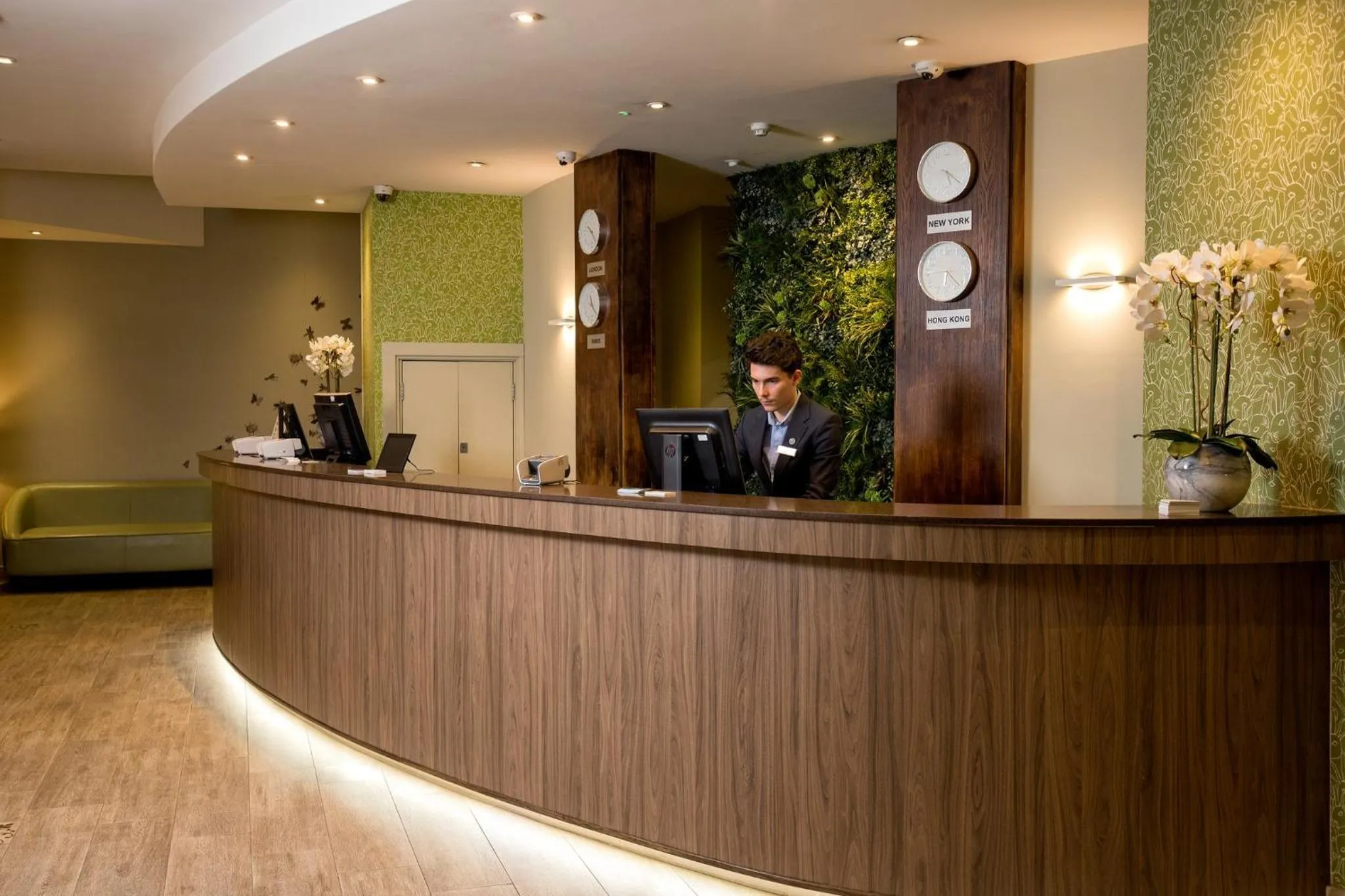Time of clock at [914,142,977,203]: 5:21
